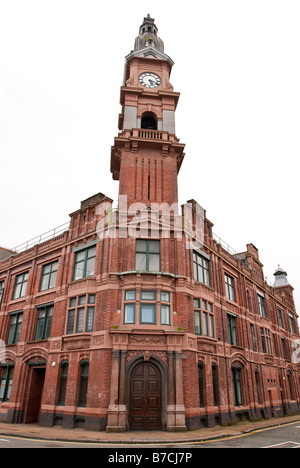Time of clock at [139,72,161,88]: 5:18
